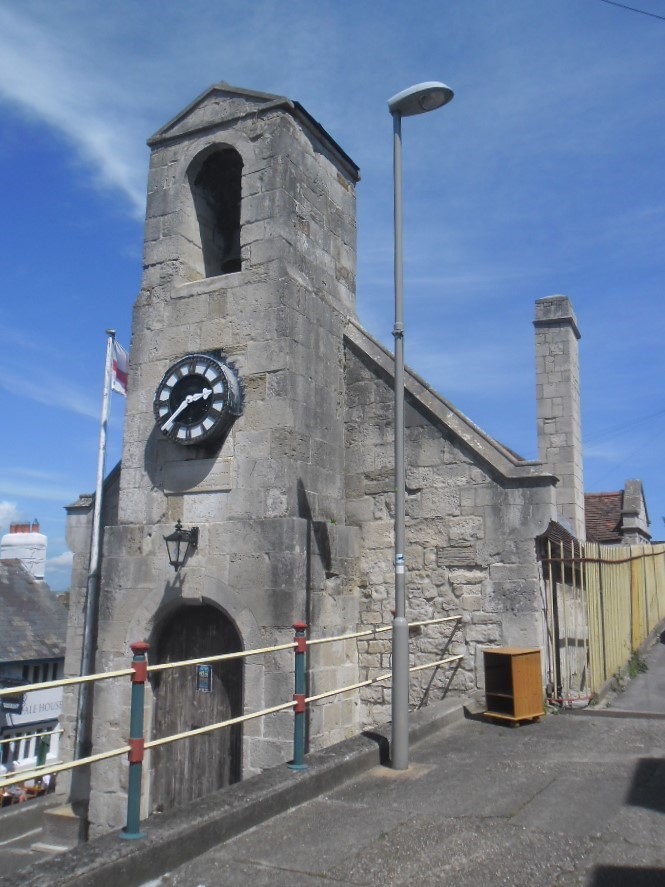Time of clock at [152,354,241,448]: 2:37
